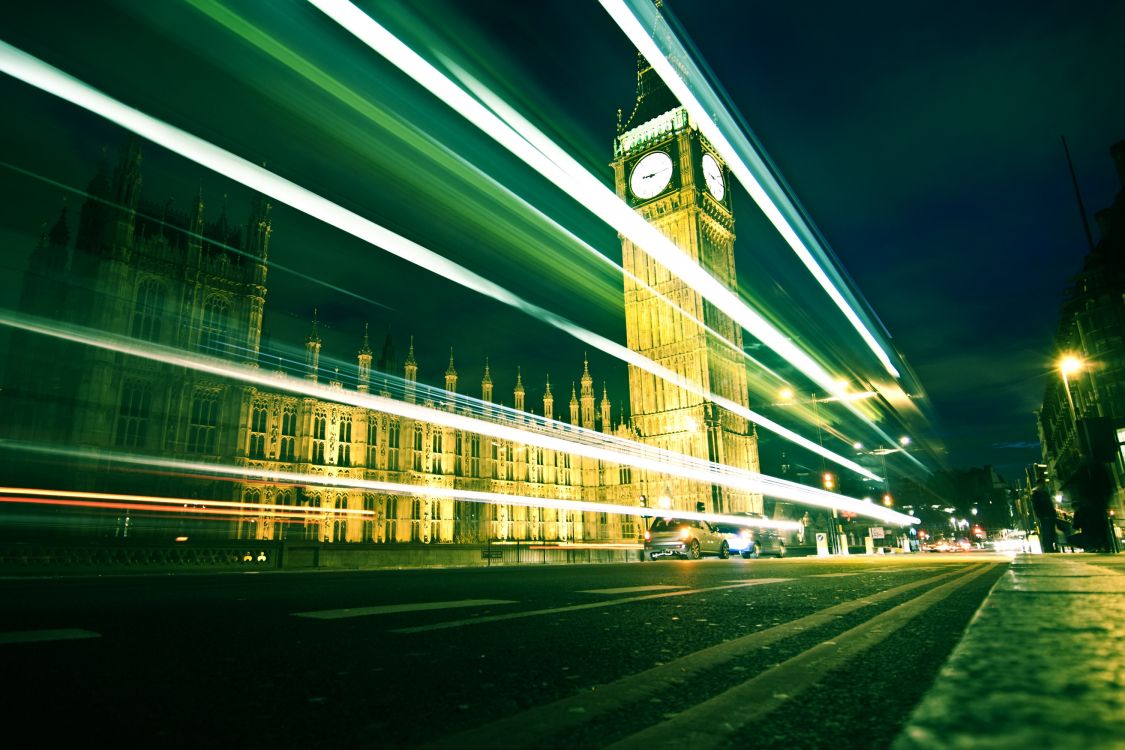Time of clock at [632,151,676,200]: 9:15
